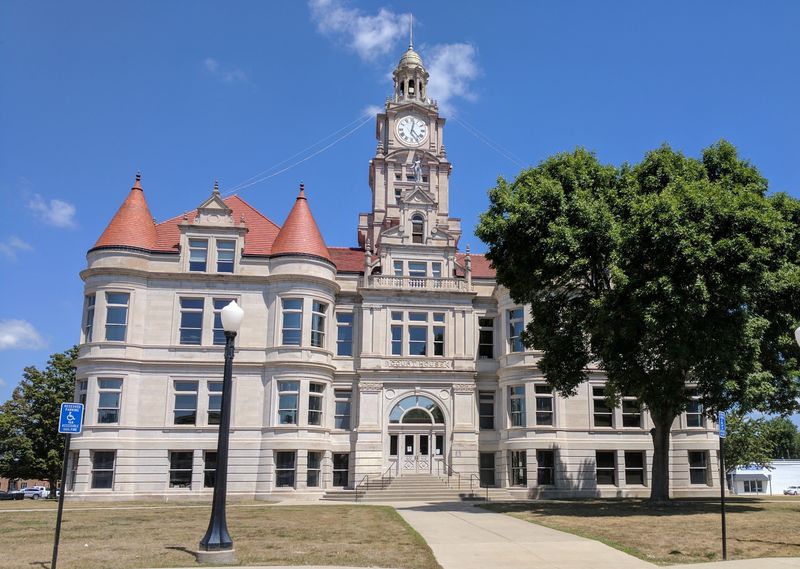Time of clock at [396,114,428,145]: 12:23
